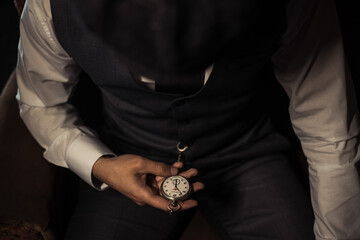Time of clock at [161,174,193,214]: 12:23
